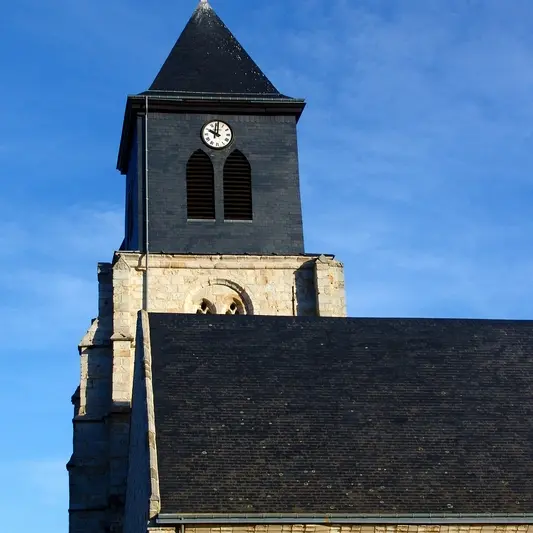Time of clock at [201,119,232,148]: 10:00
